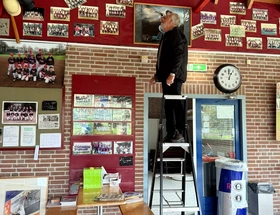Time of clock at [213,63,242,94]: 12:59
